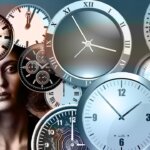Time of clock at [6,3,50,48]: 12:03
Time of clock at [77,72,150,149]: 1:52
